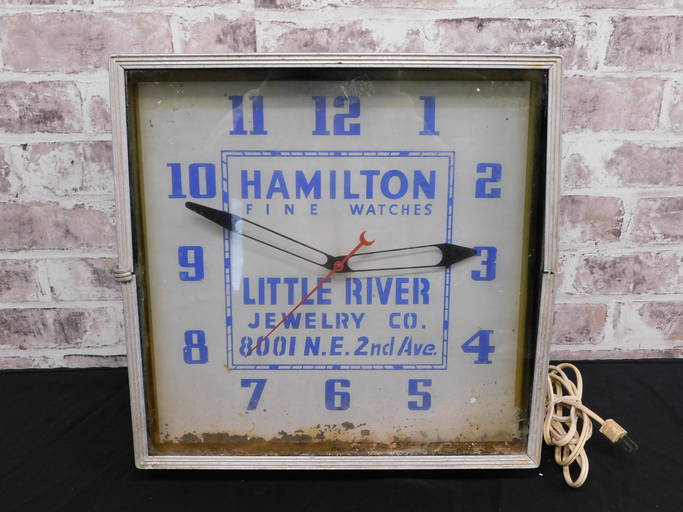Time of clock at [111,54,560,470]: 2:48
